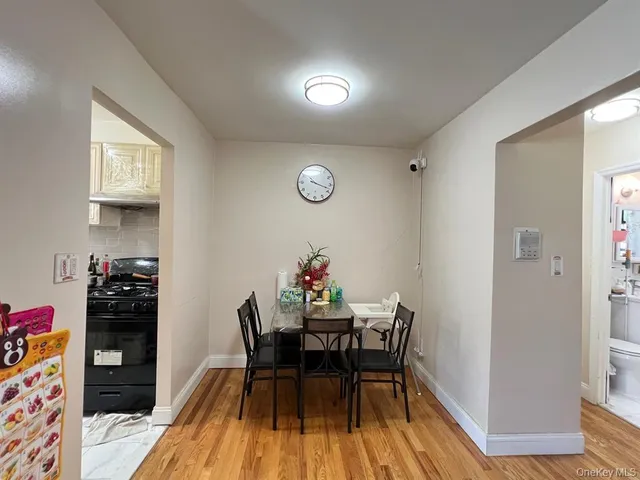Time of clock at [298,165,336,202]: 10:17
